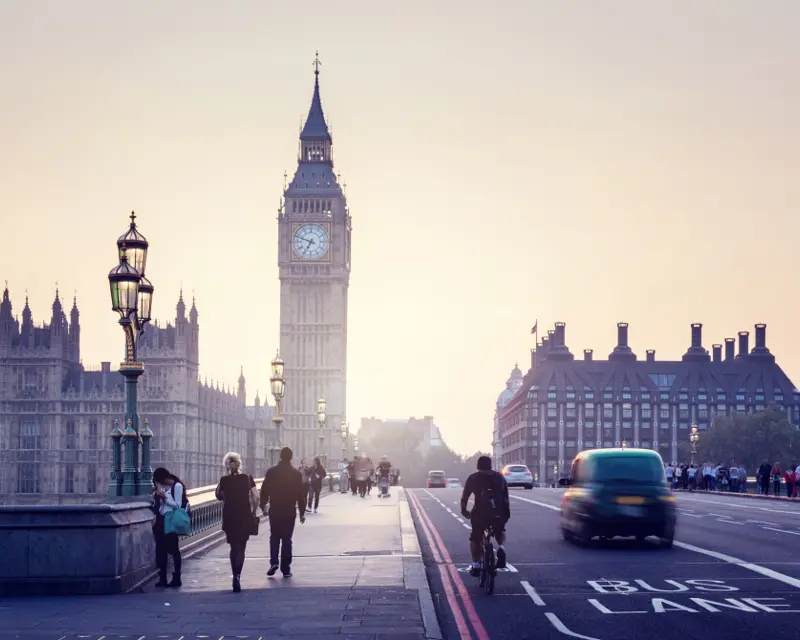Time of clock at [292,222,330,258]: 6:48
